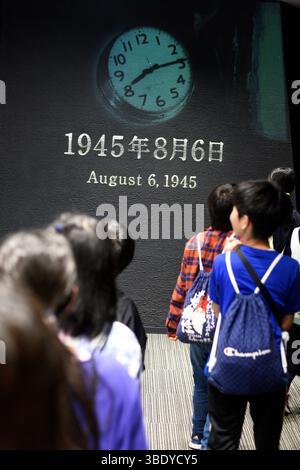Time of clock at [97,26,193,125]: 8:14
